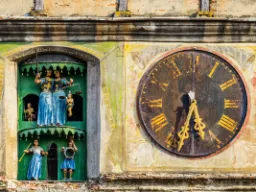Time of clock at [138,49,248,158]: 5:33
